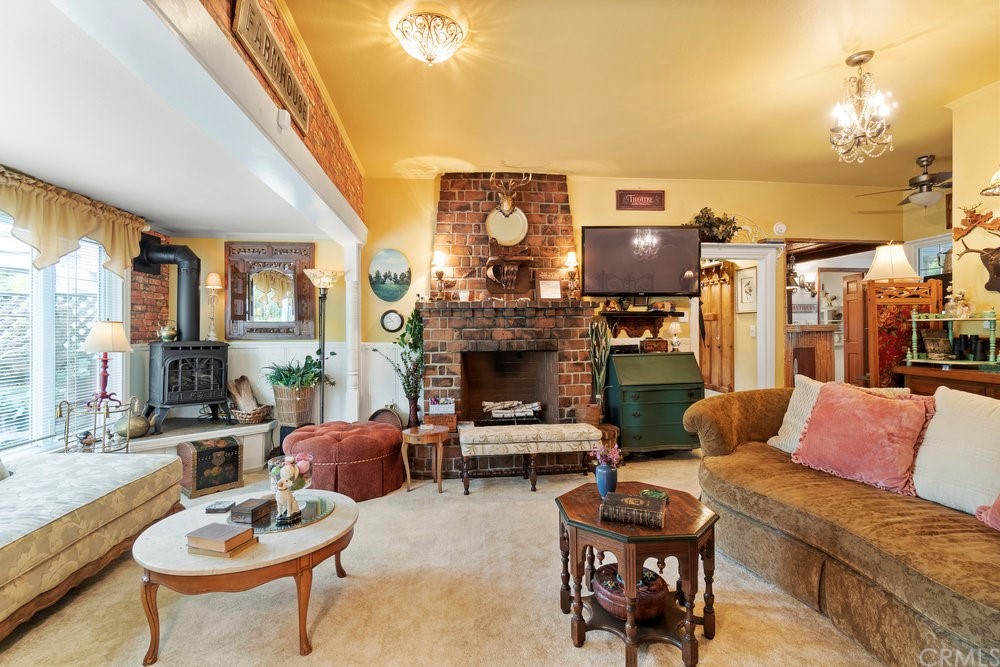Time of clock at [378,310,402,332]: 10:42
